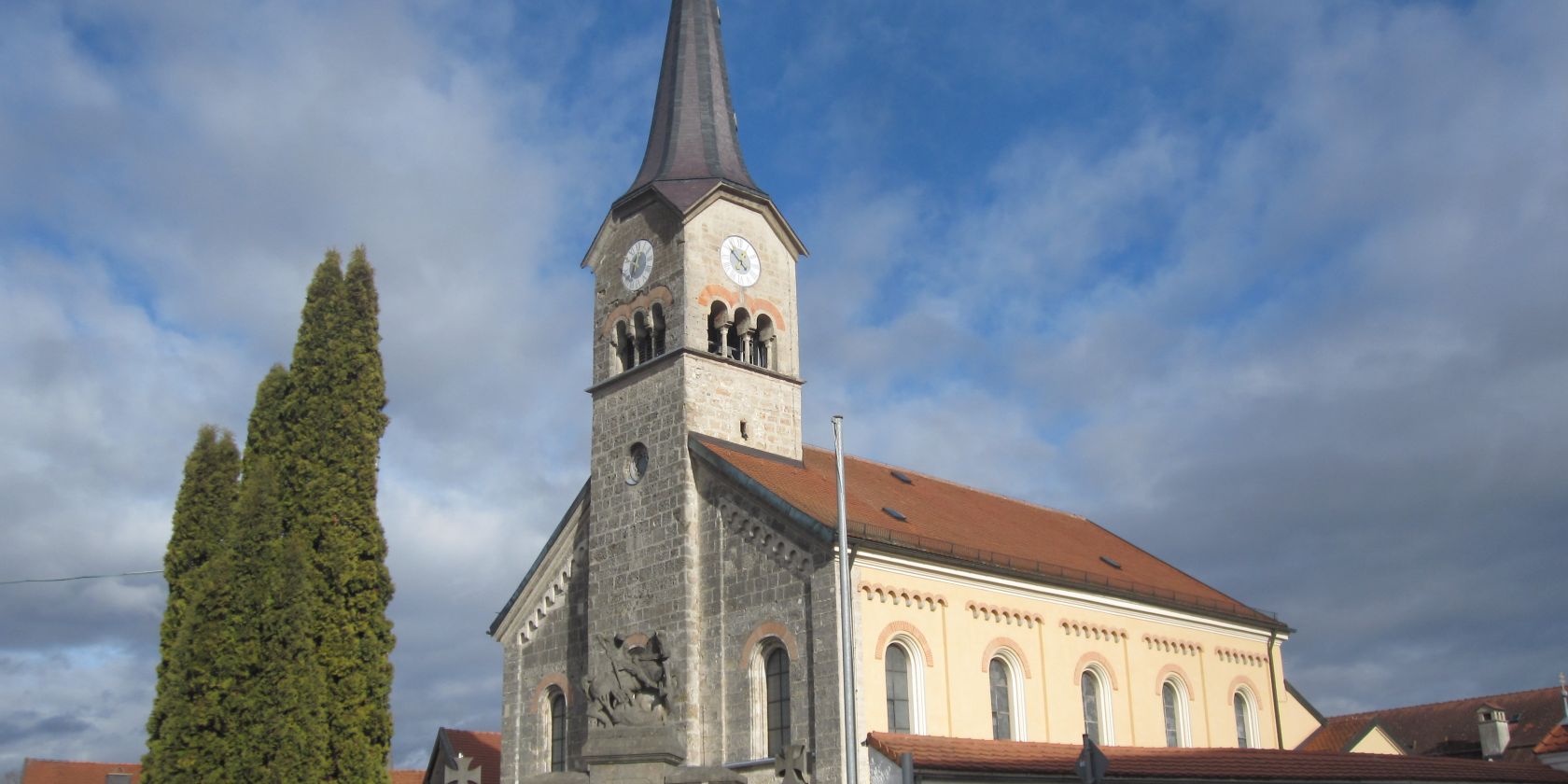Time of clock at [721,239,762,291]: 12:52
